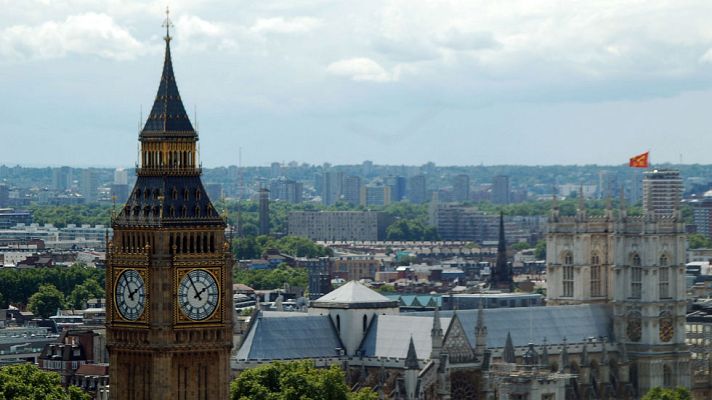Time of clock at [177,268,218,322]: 1:54
